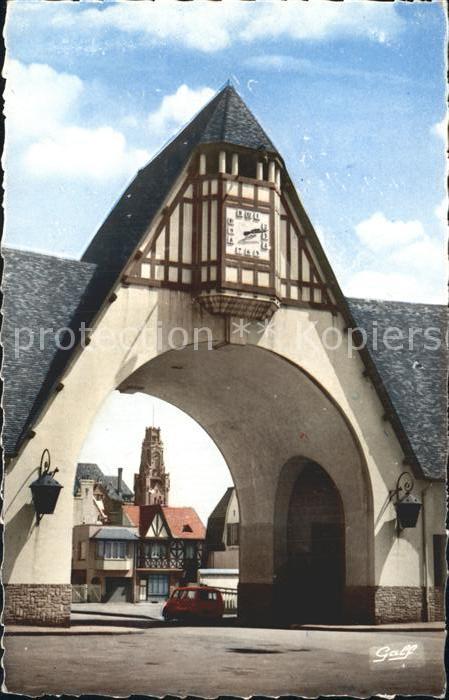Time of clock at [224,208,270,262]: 2:12
